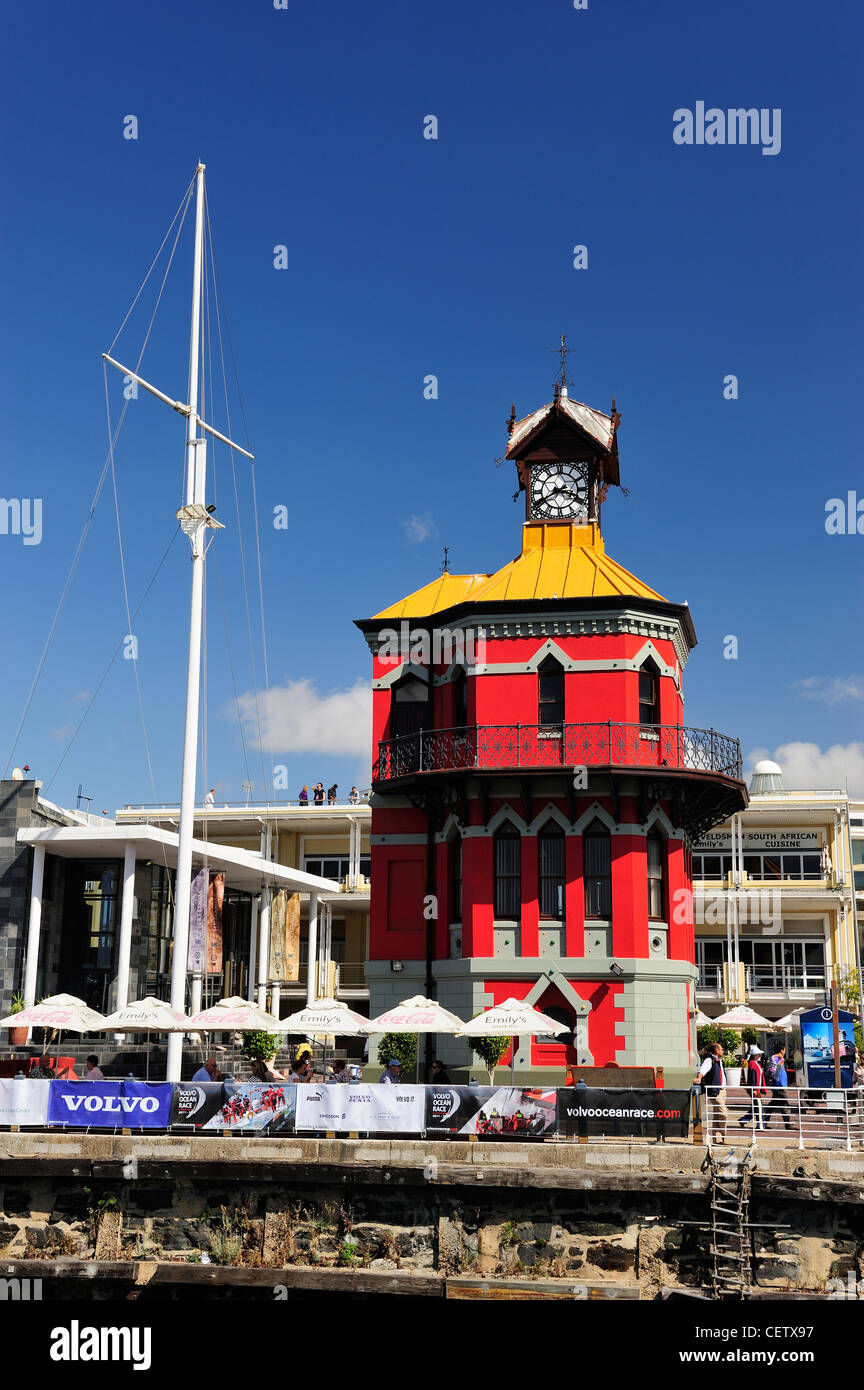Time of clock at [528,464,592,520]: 3:40
